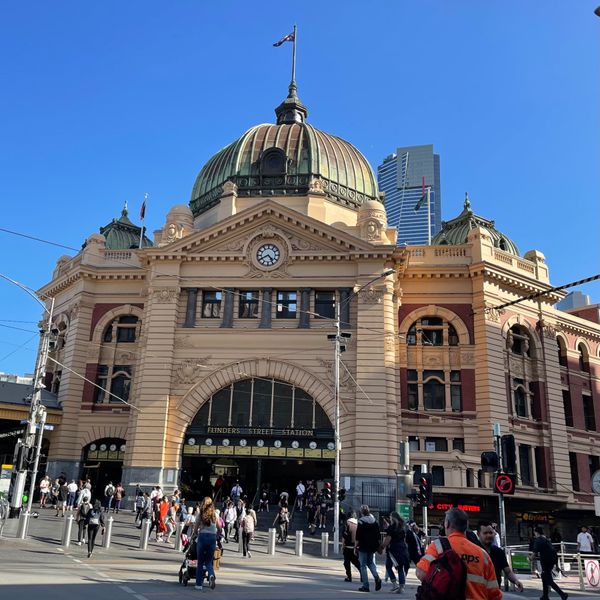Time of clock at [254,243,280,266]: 4:40
